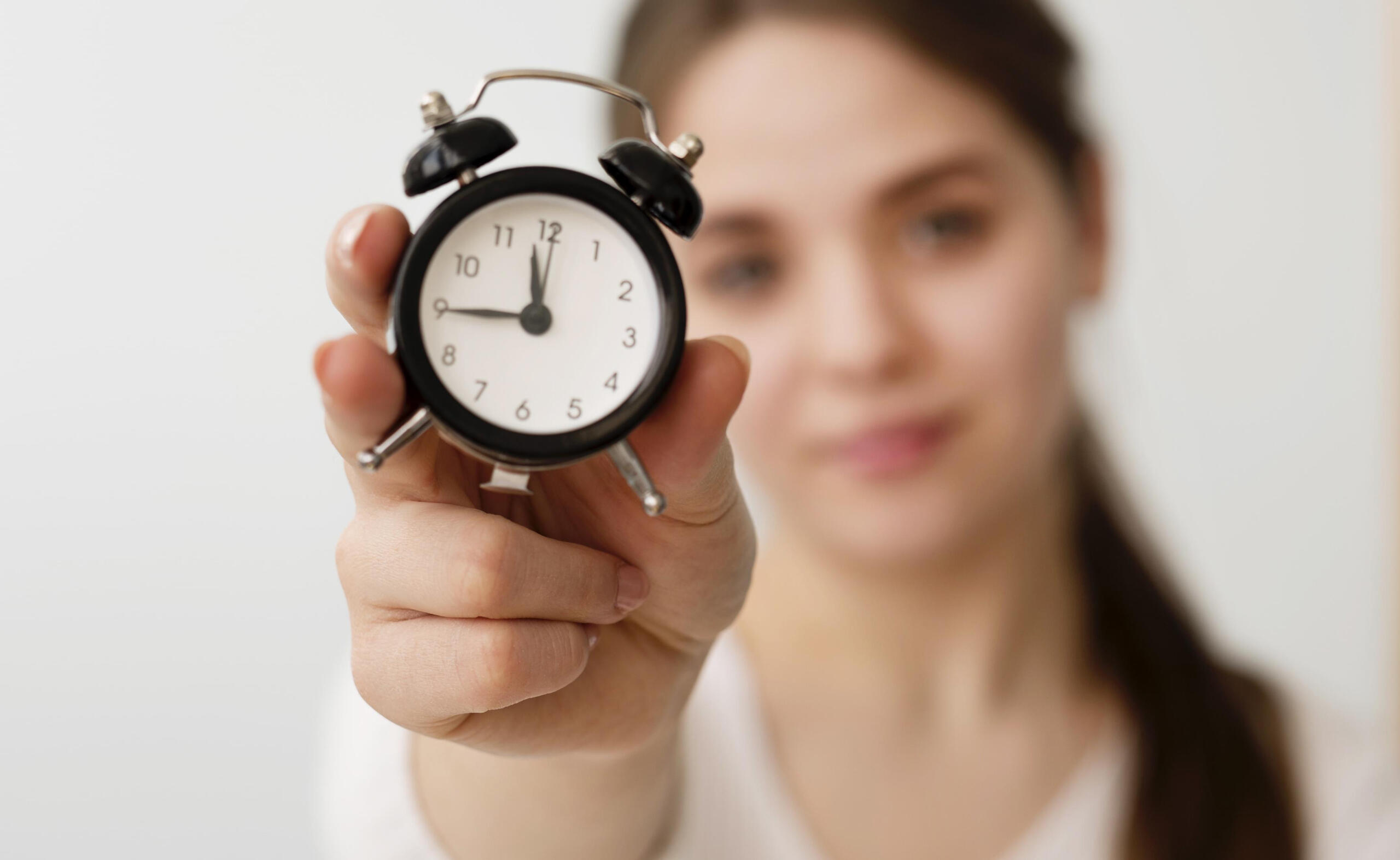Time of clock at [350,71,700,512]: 11:44
